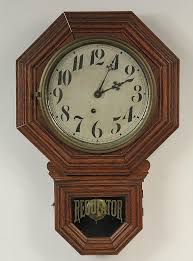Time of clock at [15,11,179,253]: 2:04
